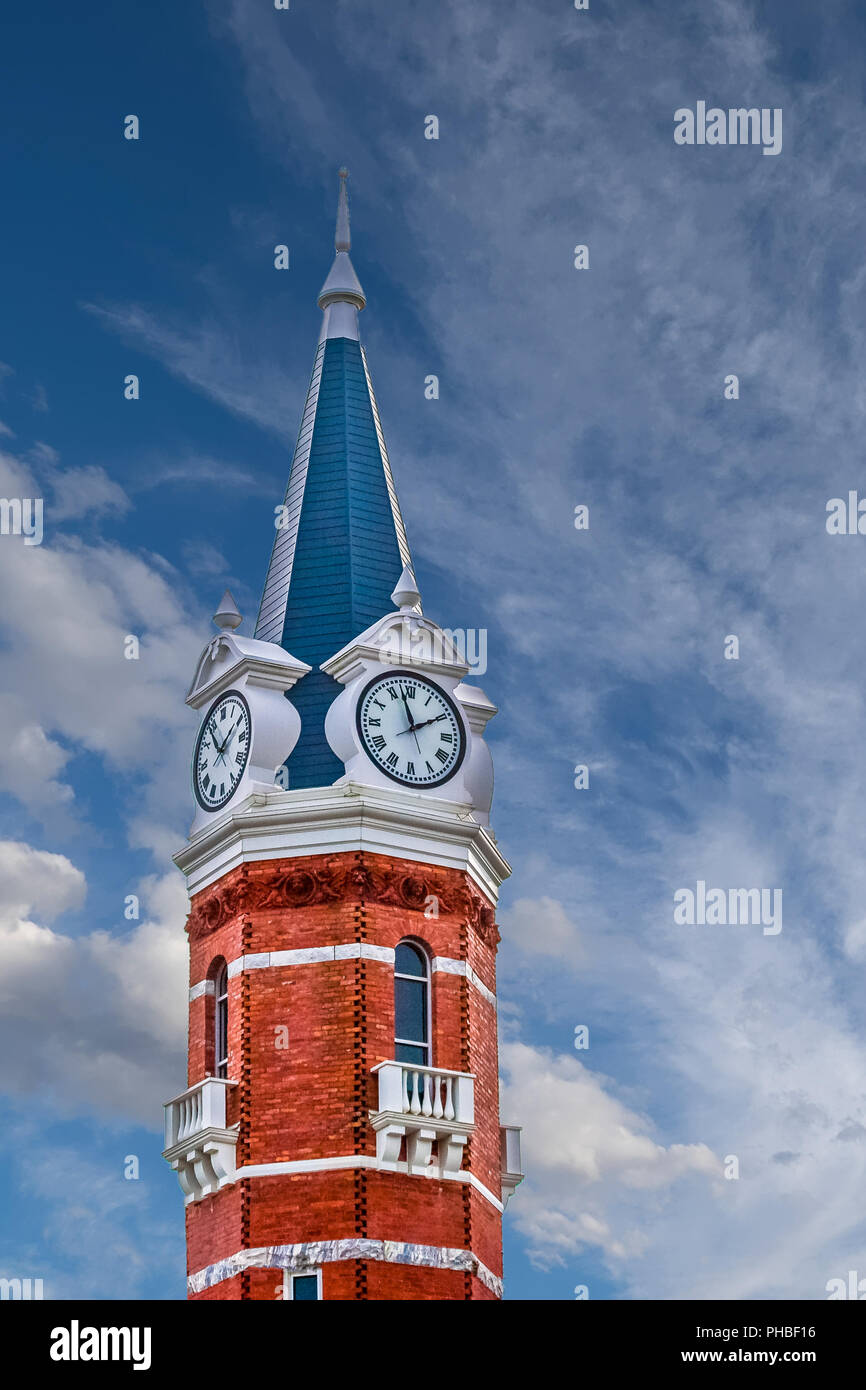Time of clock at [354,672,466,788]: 1:57
